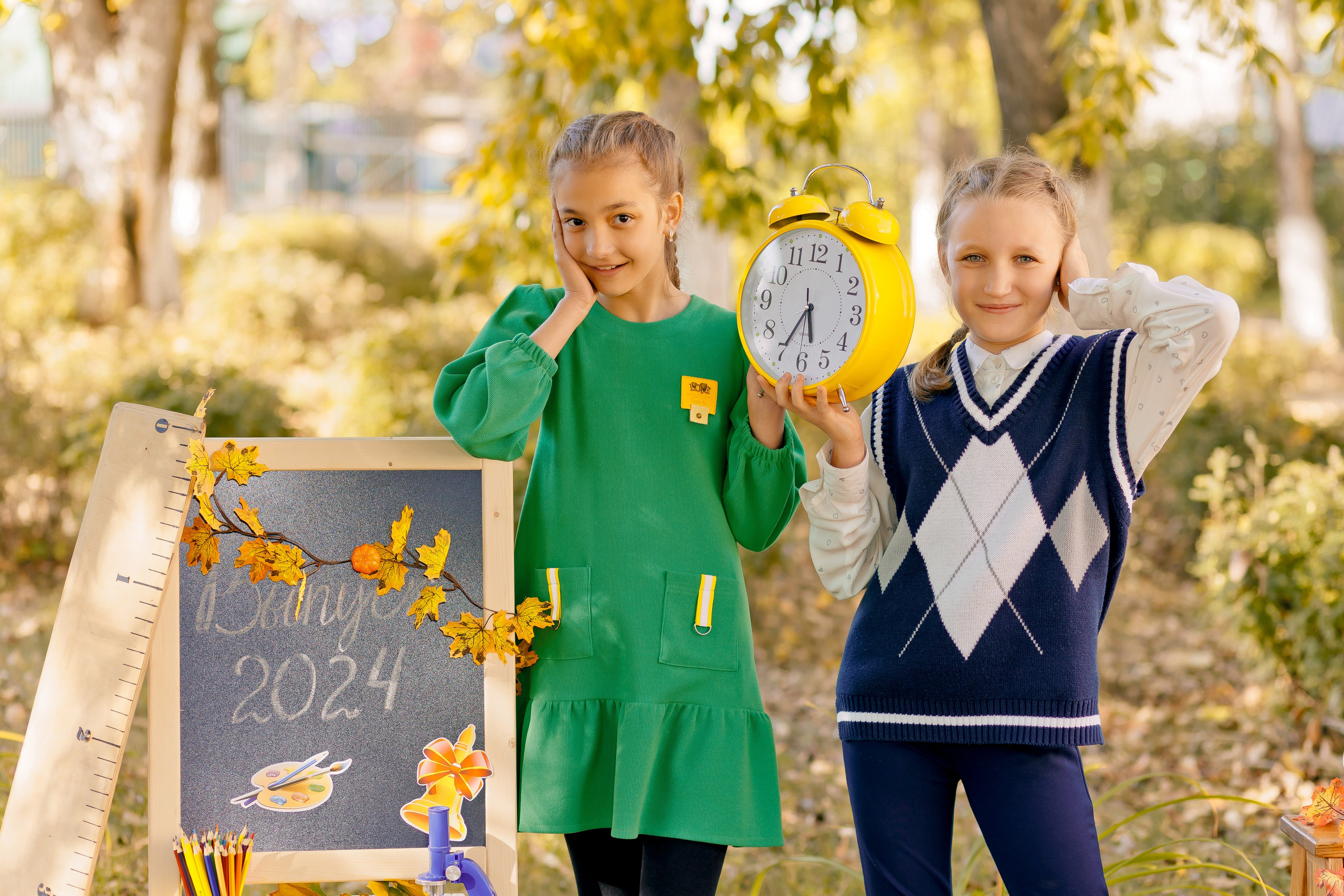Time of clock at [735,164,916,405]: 5:35
